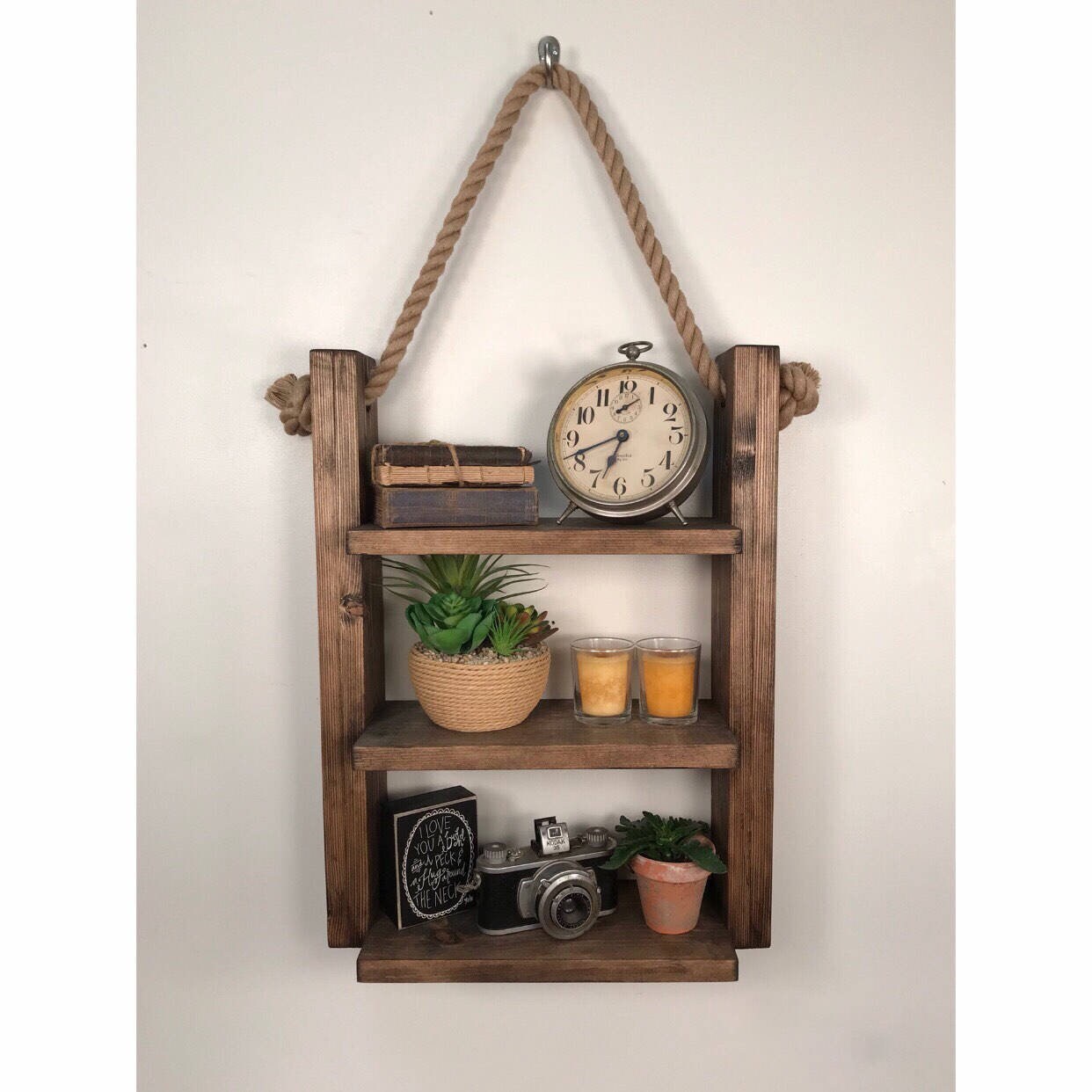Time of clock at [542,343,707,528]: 6:41
